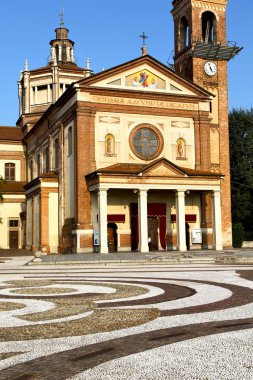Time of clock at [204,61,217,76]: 4:57
